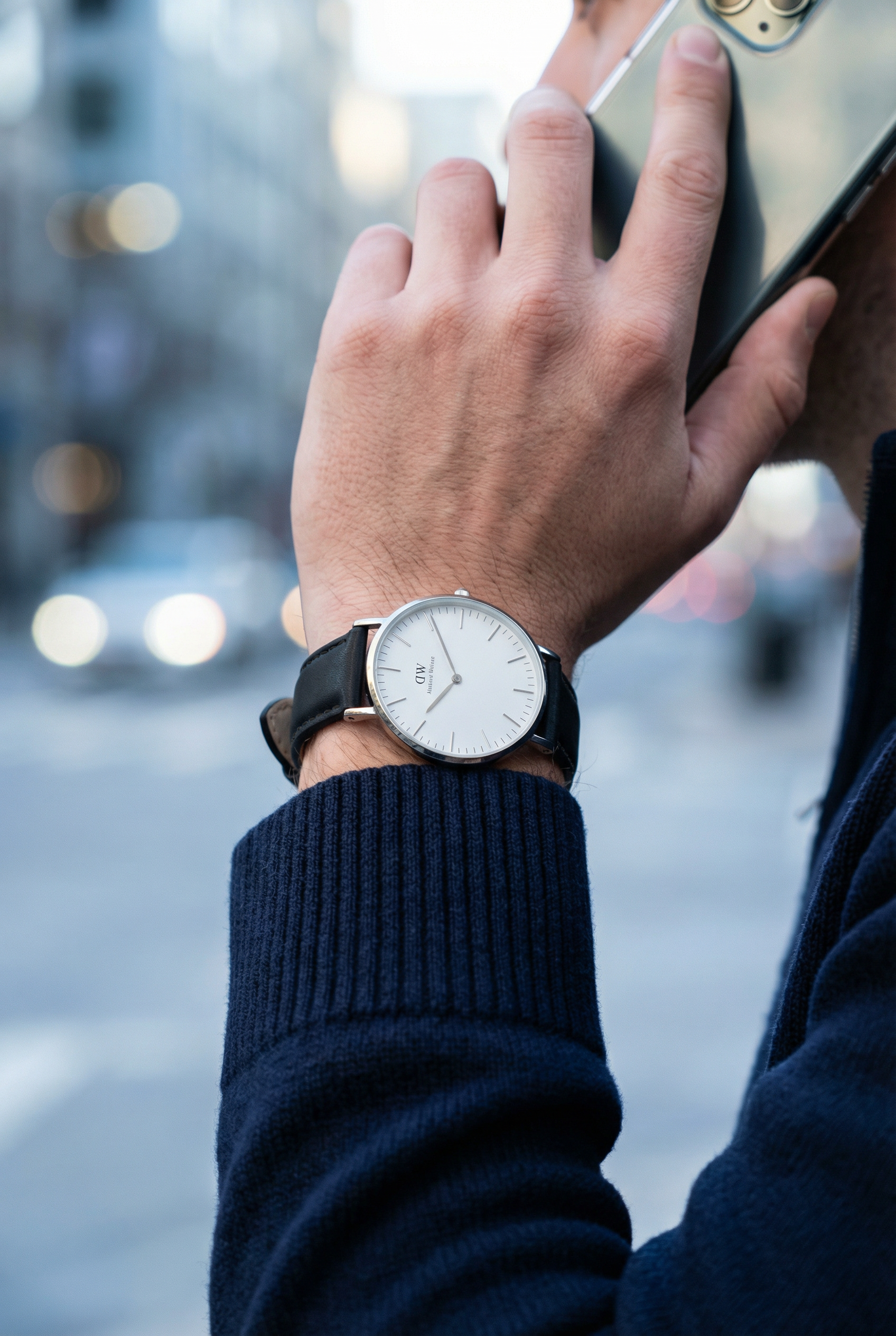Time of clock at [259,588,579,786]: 6:55
